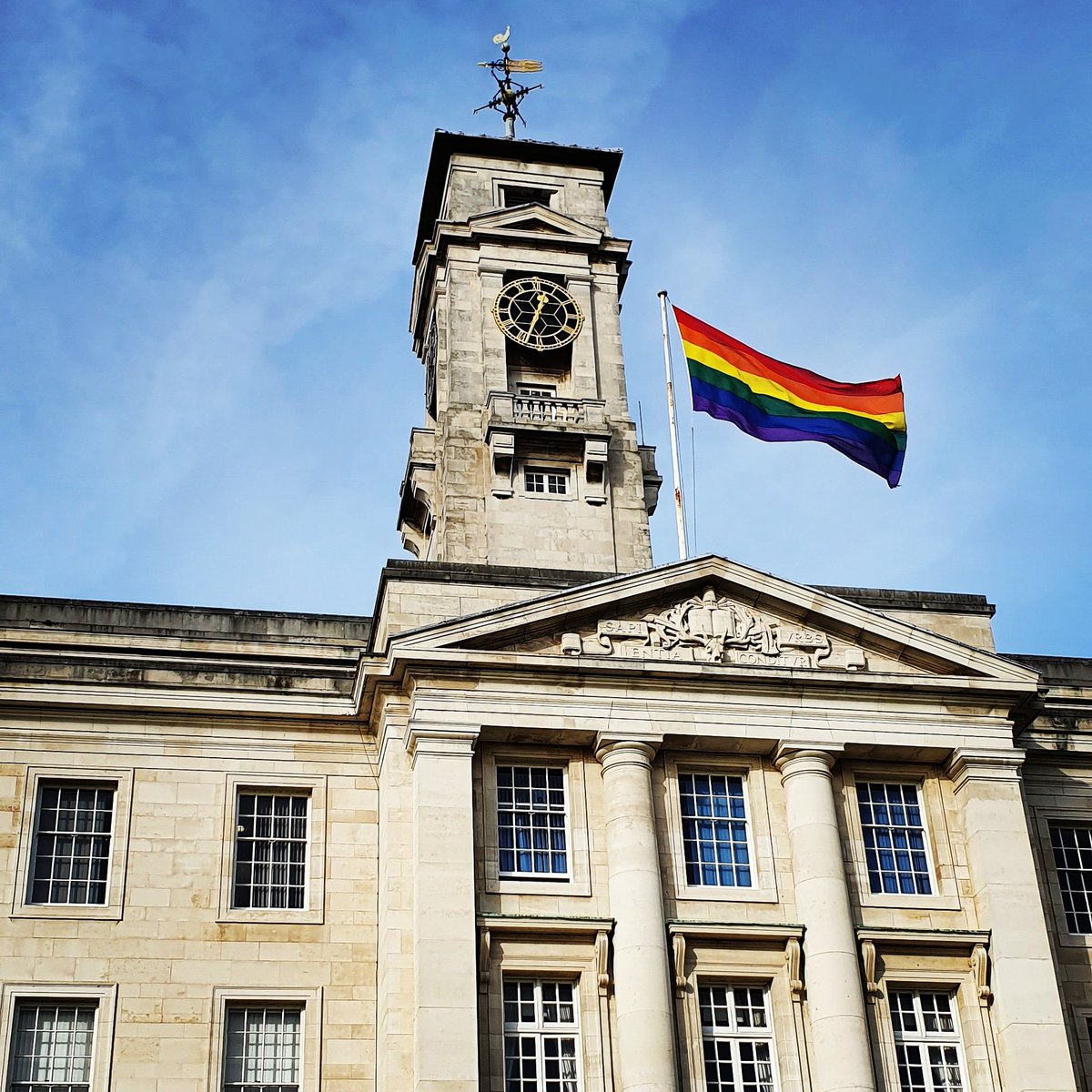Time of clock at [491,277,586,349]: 12:33
